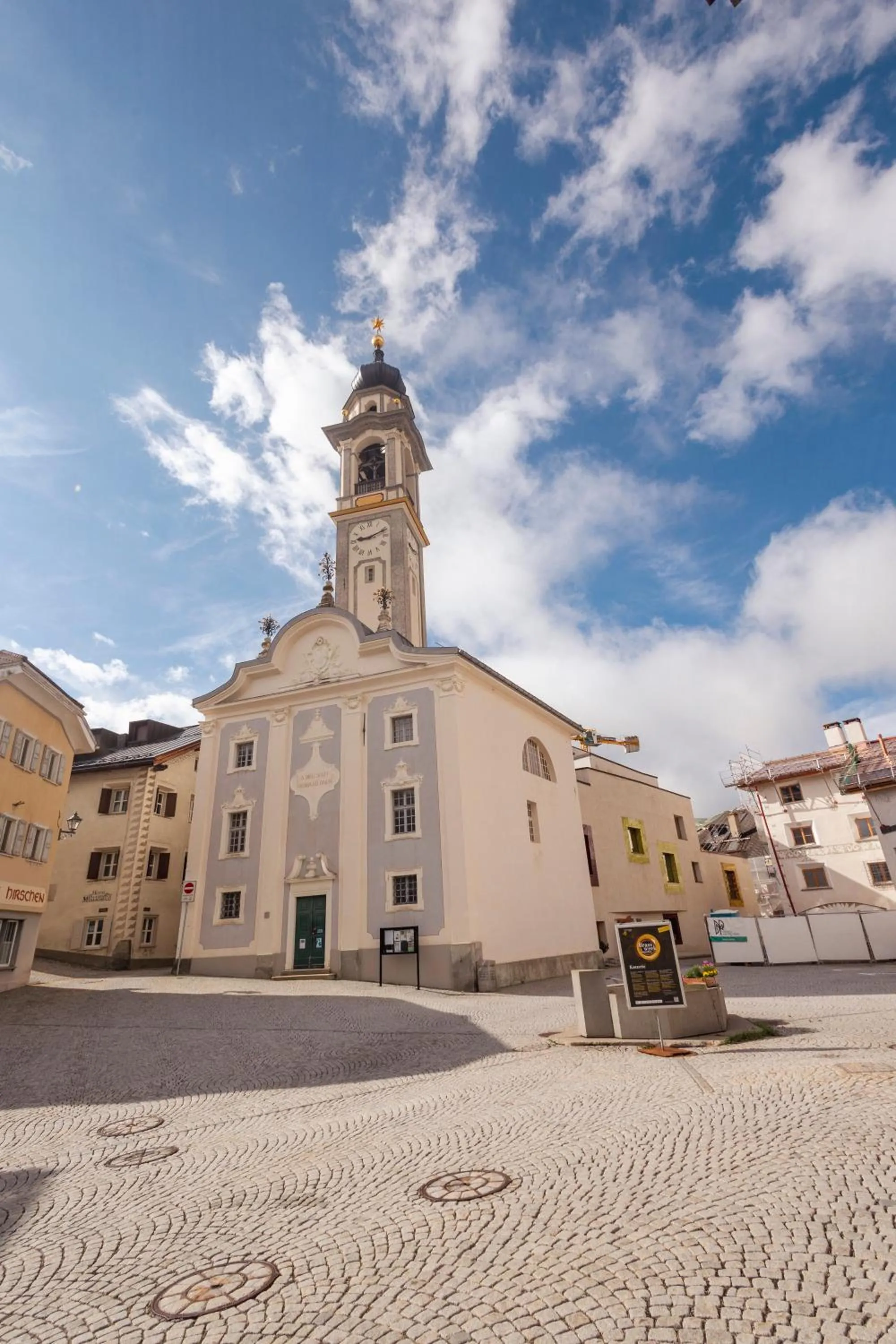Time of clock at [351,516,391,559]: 9:11
